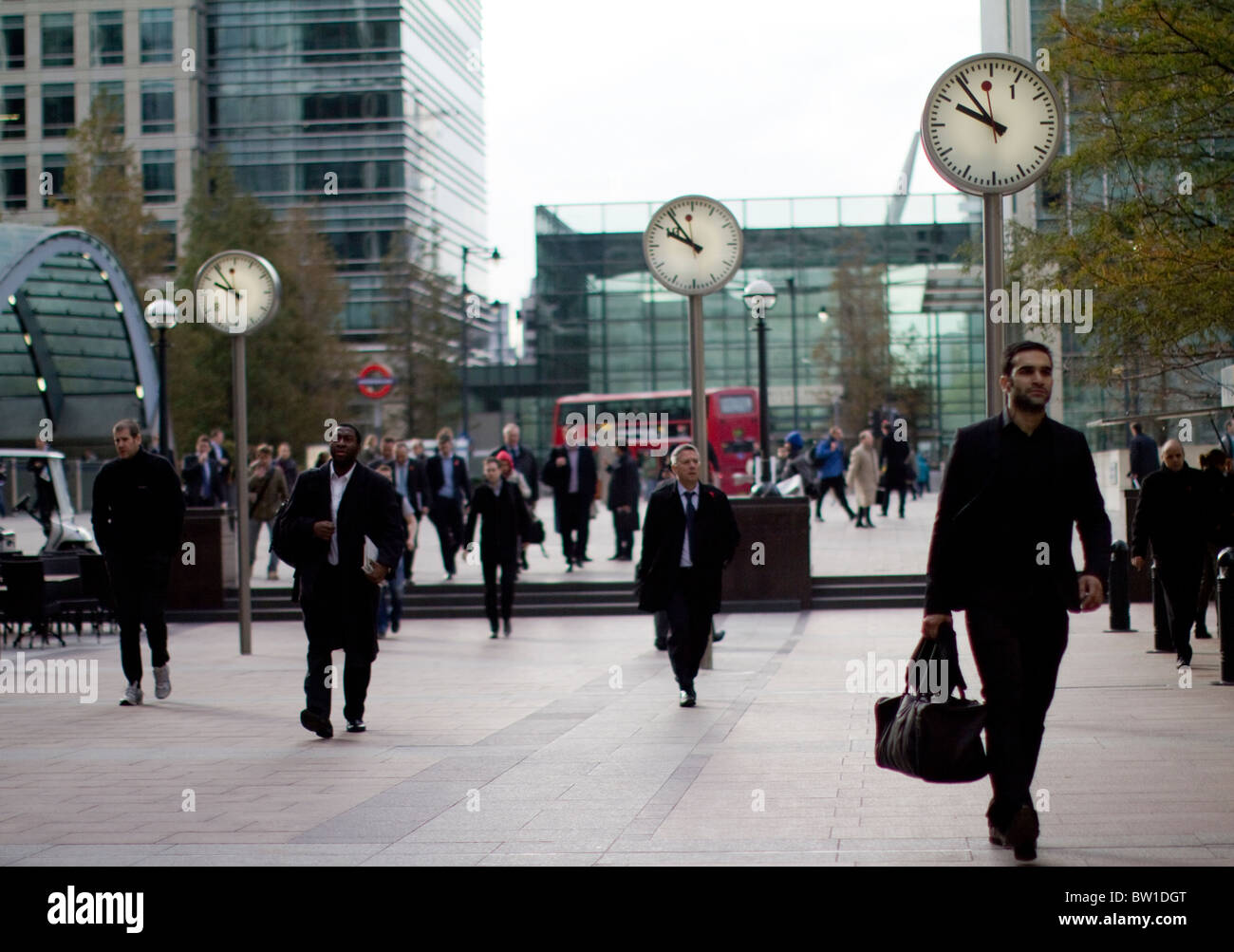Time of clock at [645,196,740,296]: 9:54
